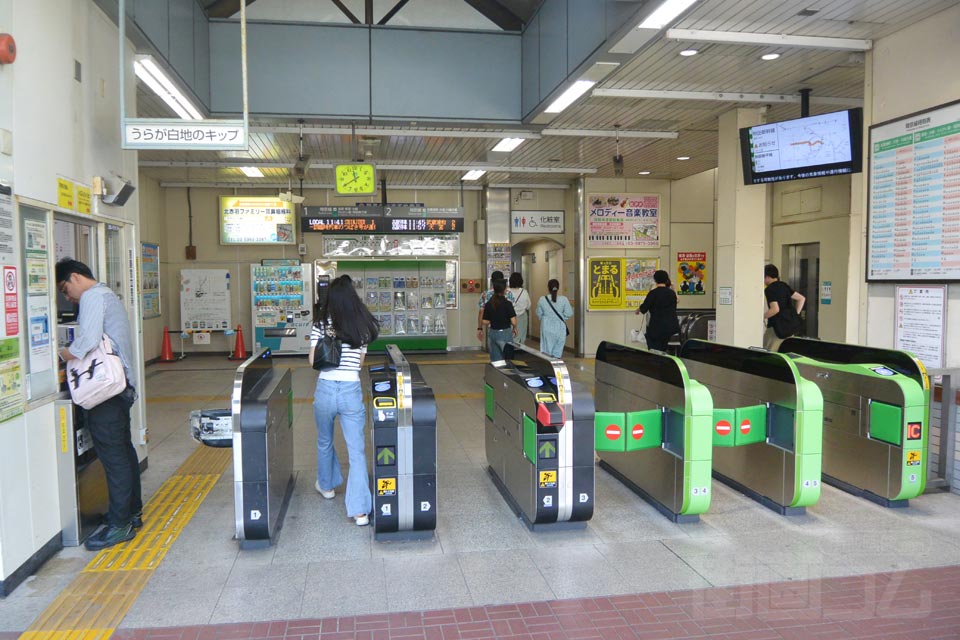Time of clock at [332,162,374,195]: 11:39
